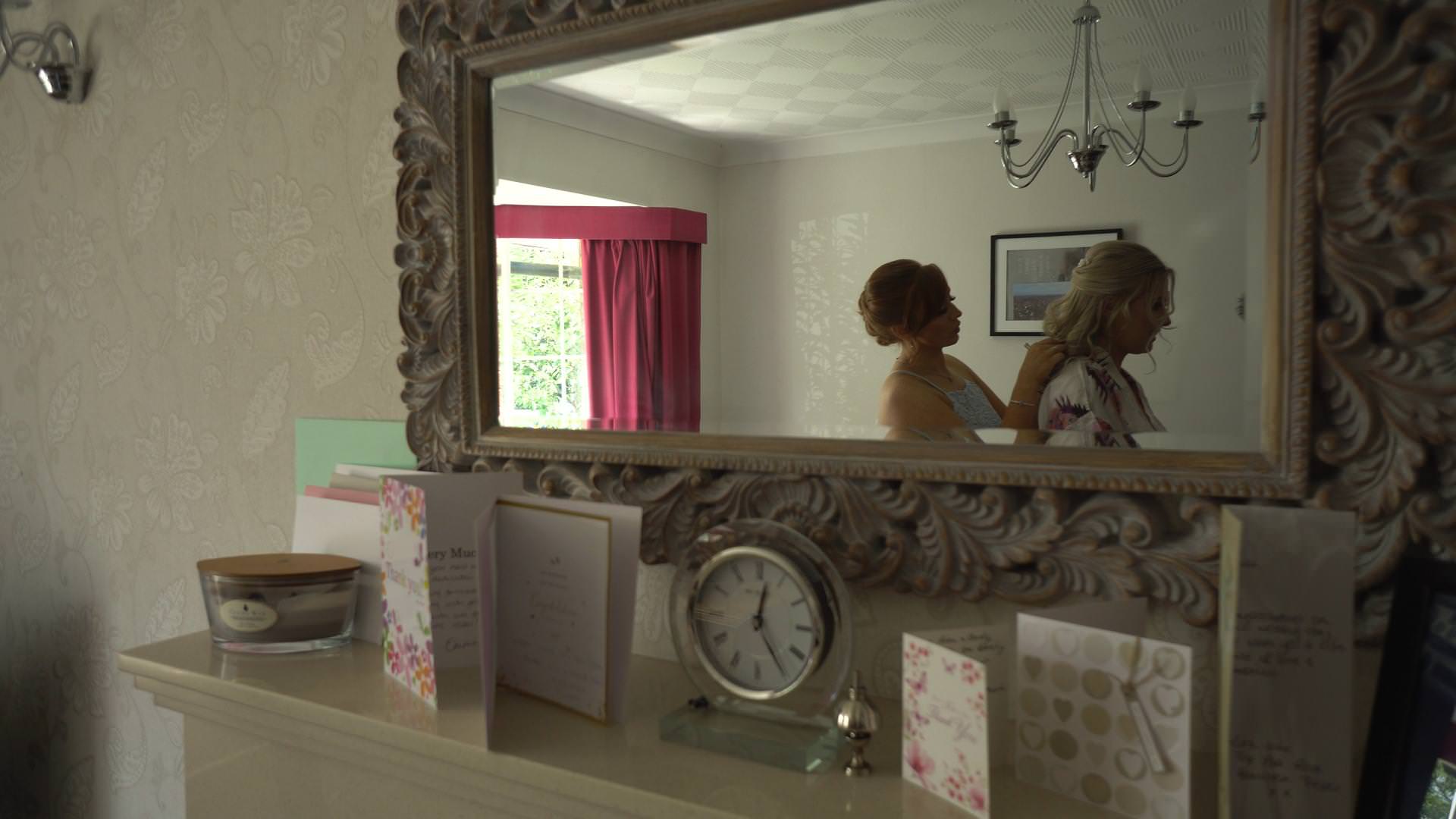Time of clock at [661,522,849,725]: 12:24
